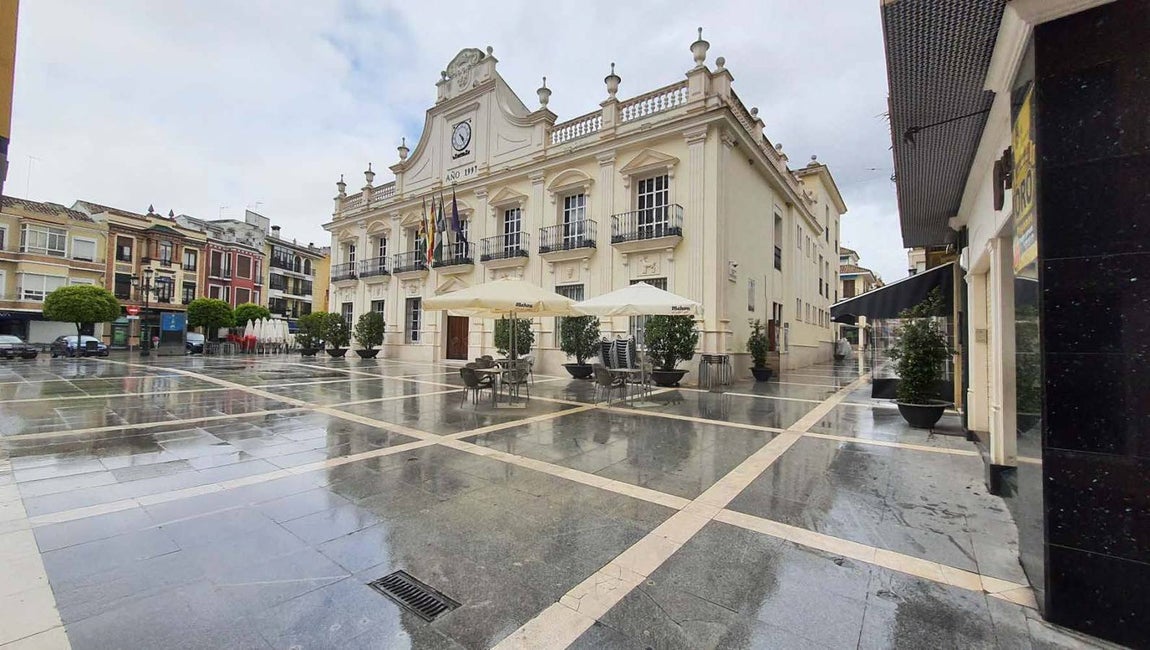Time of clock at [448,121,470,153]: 4:23
